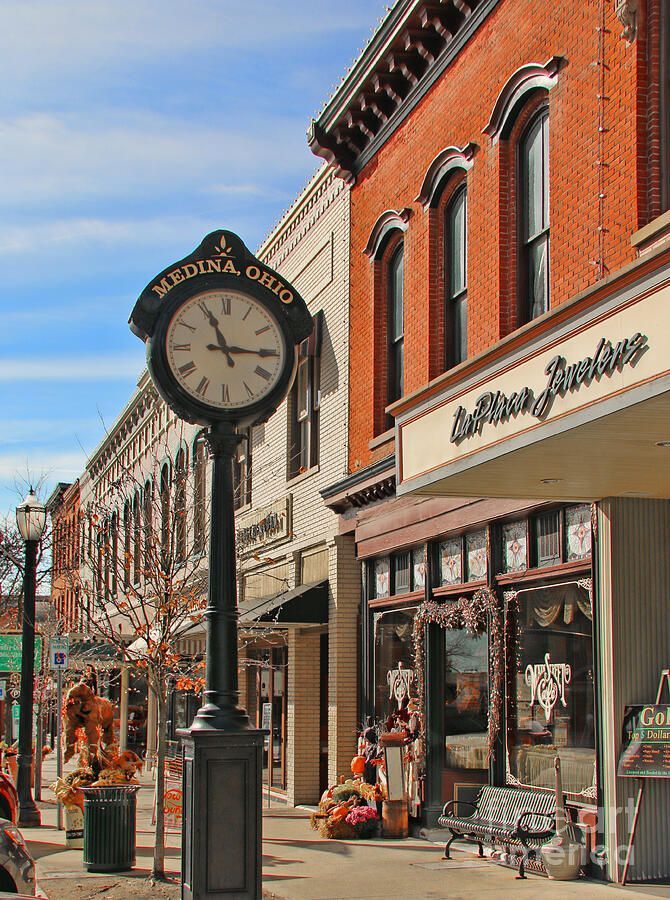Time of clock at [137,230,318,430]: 11:15
